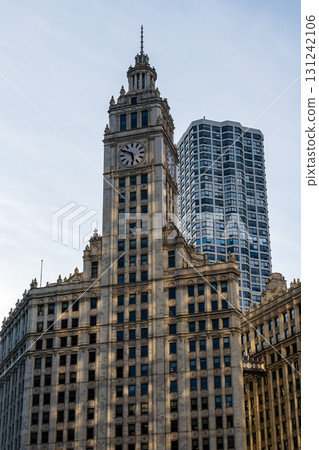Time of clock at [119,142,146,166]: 5:49
